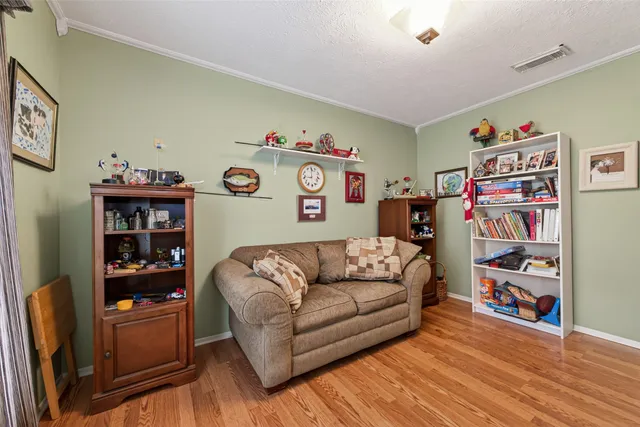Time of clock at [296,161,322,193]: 8:59
